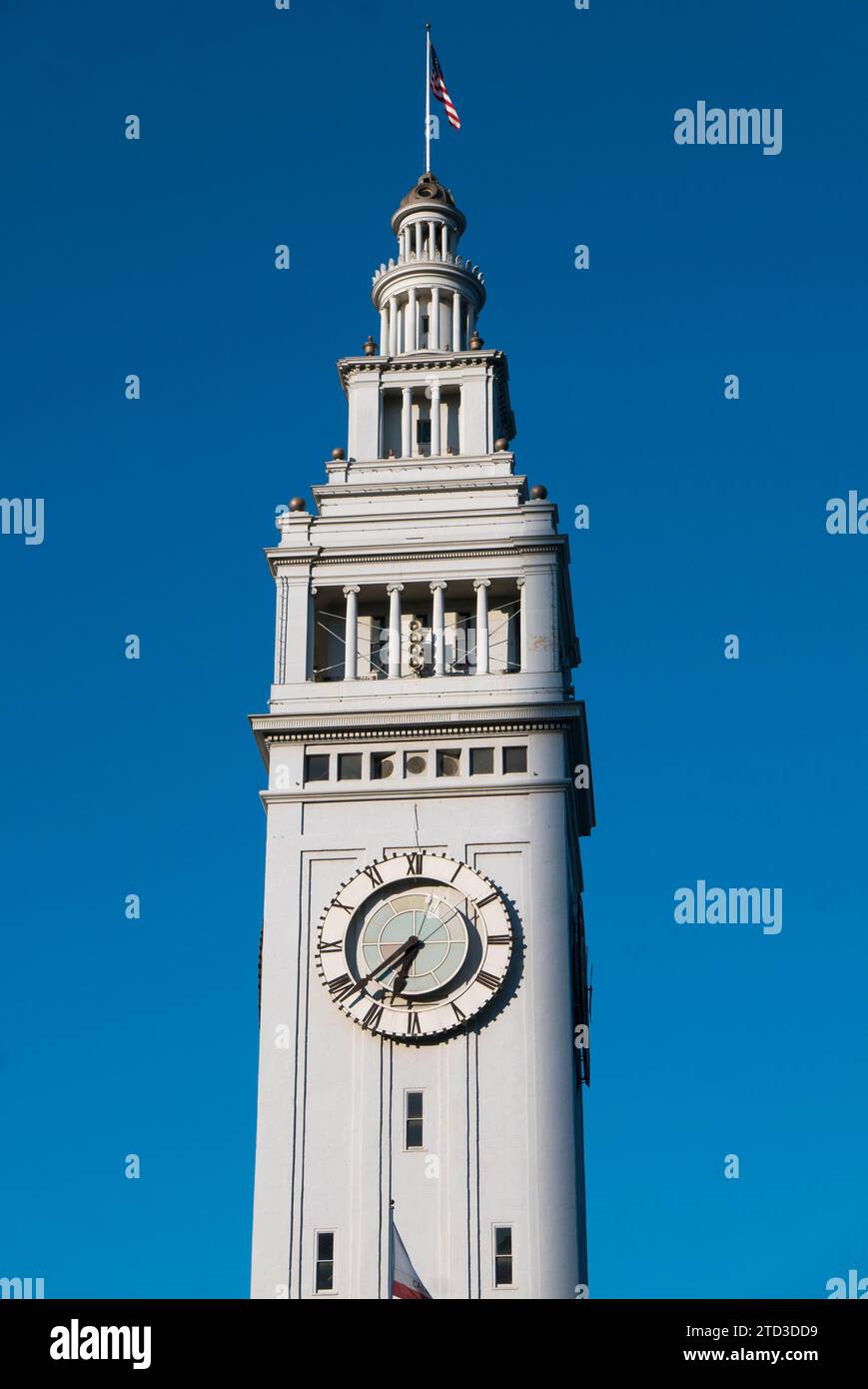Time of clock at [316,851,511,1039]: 6:38
